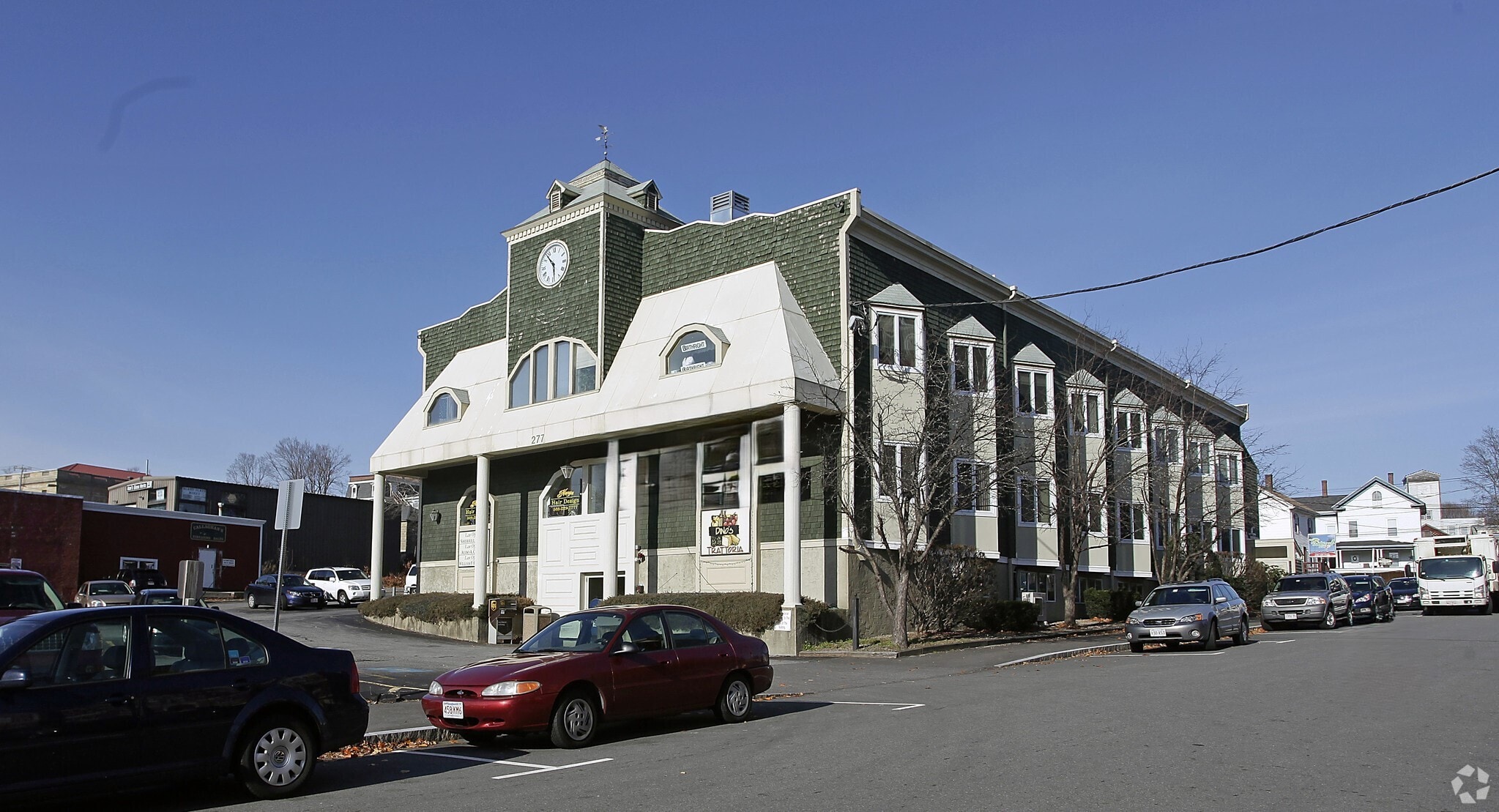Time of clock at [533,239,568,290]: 5:53
